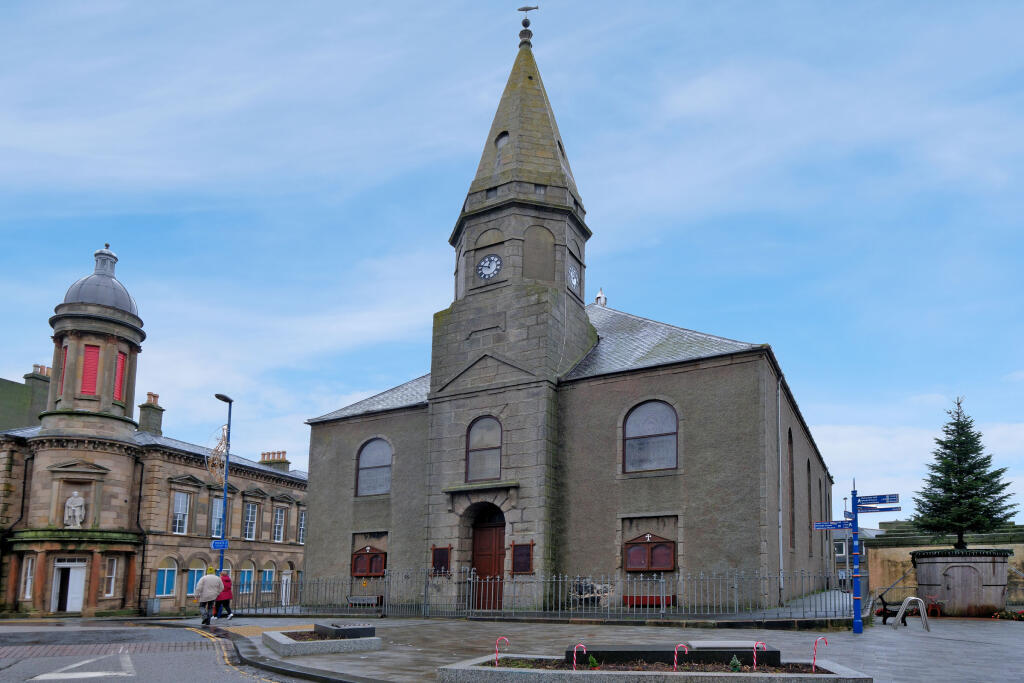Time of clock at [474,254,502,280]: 12:47
